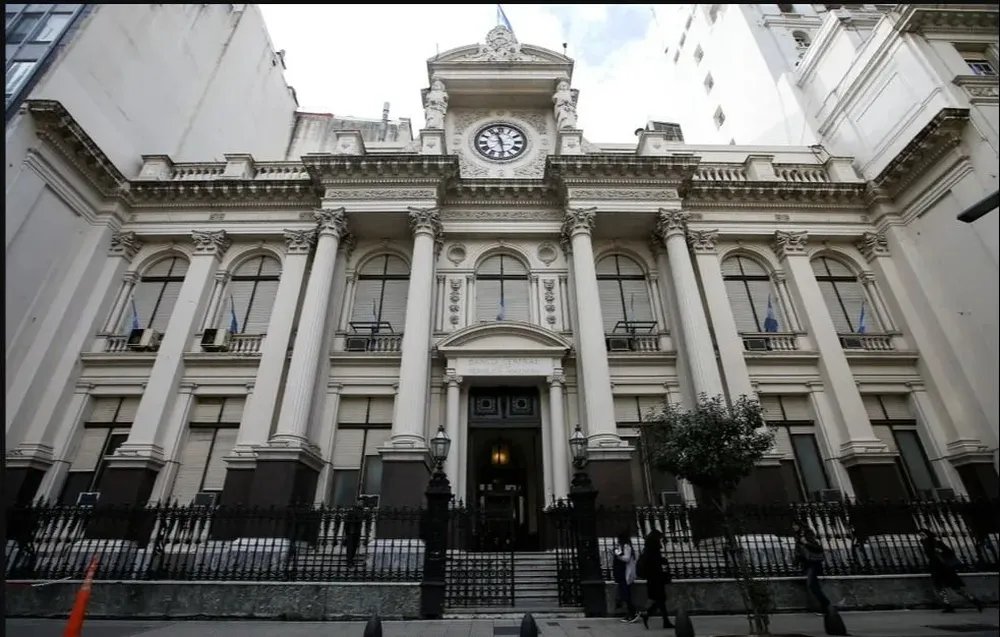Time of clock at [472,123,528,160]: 11:28
